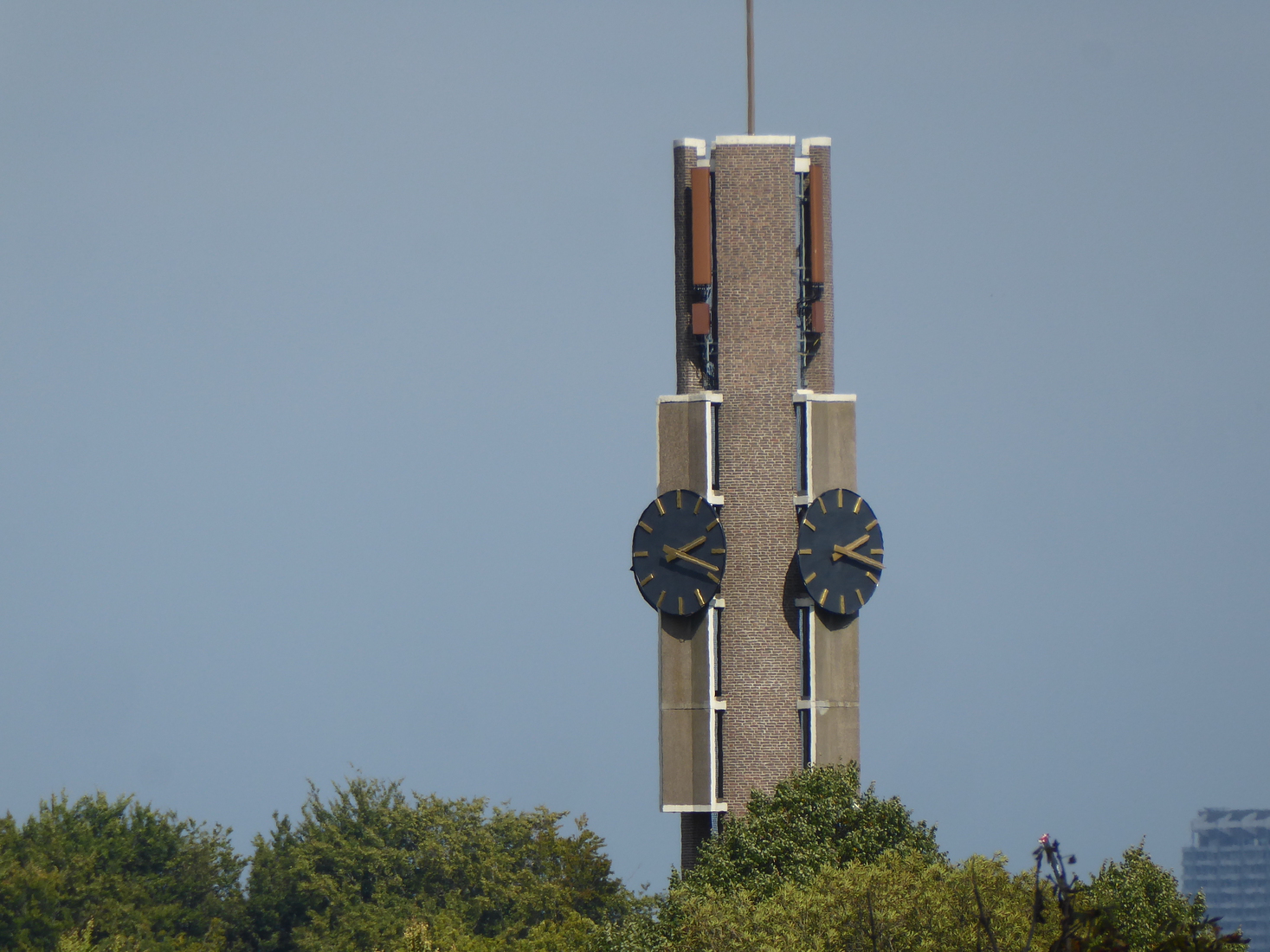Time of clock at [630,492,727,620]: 2:18
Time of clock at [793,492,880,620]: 2:17
